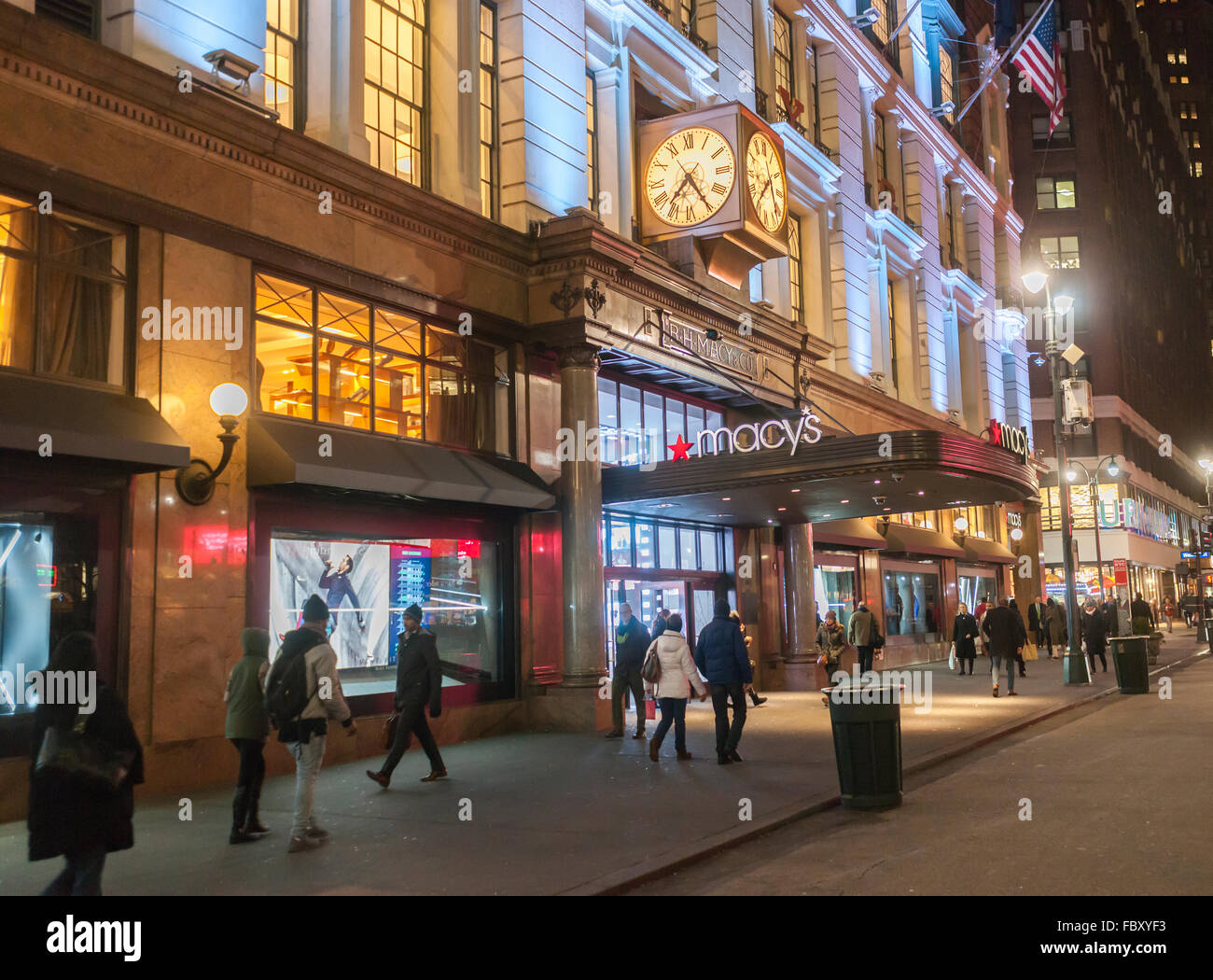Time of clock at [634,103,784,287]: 7:24
